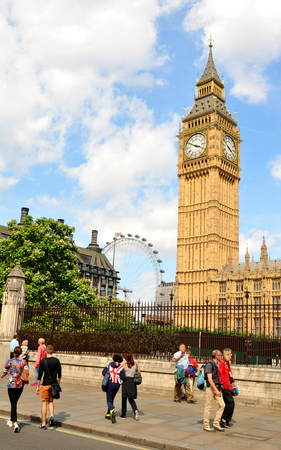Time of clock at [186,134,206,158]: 3:50
